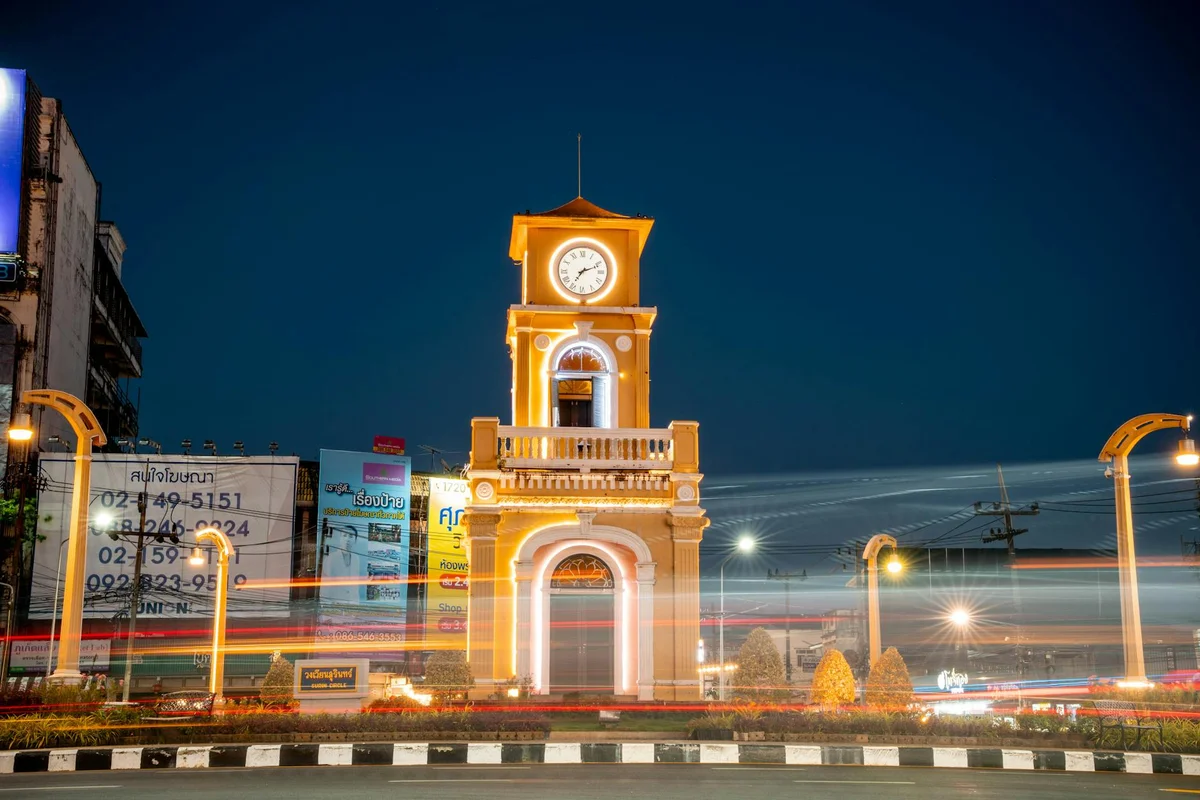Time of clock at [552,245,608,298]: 7:11
